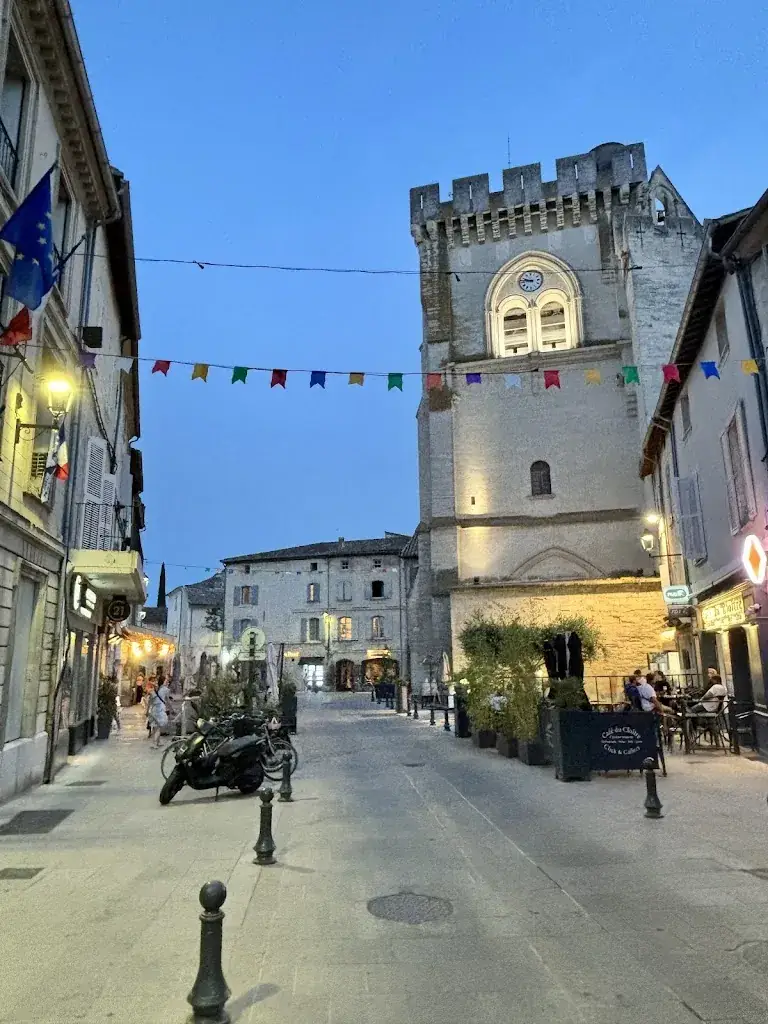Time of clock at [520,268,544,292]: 9:45
